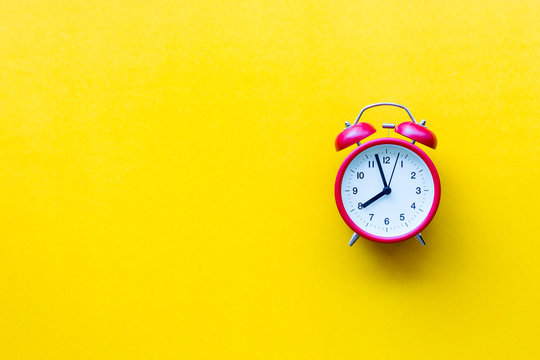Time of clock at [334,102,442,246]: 7:57
